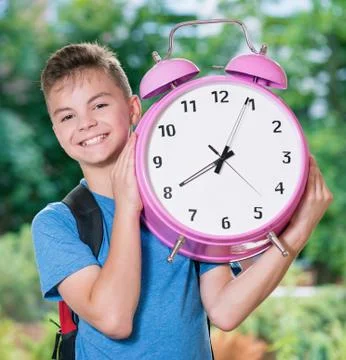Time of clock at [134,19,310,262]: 8:04
